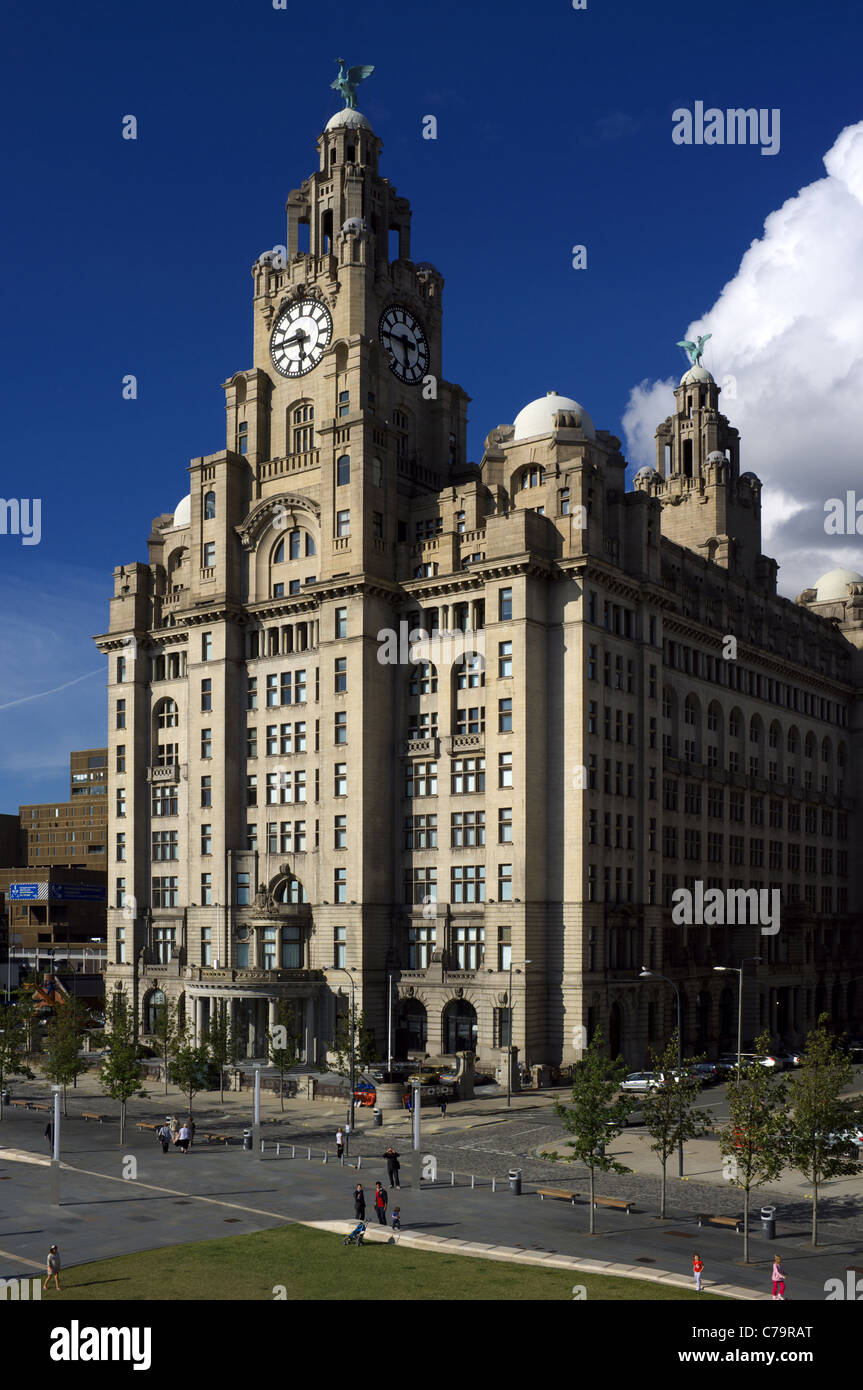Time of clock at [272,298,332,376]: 5:44
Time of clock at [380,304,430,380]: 5:45
